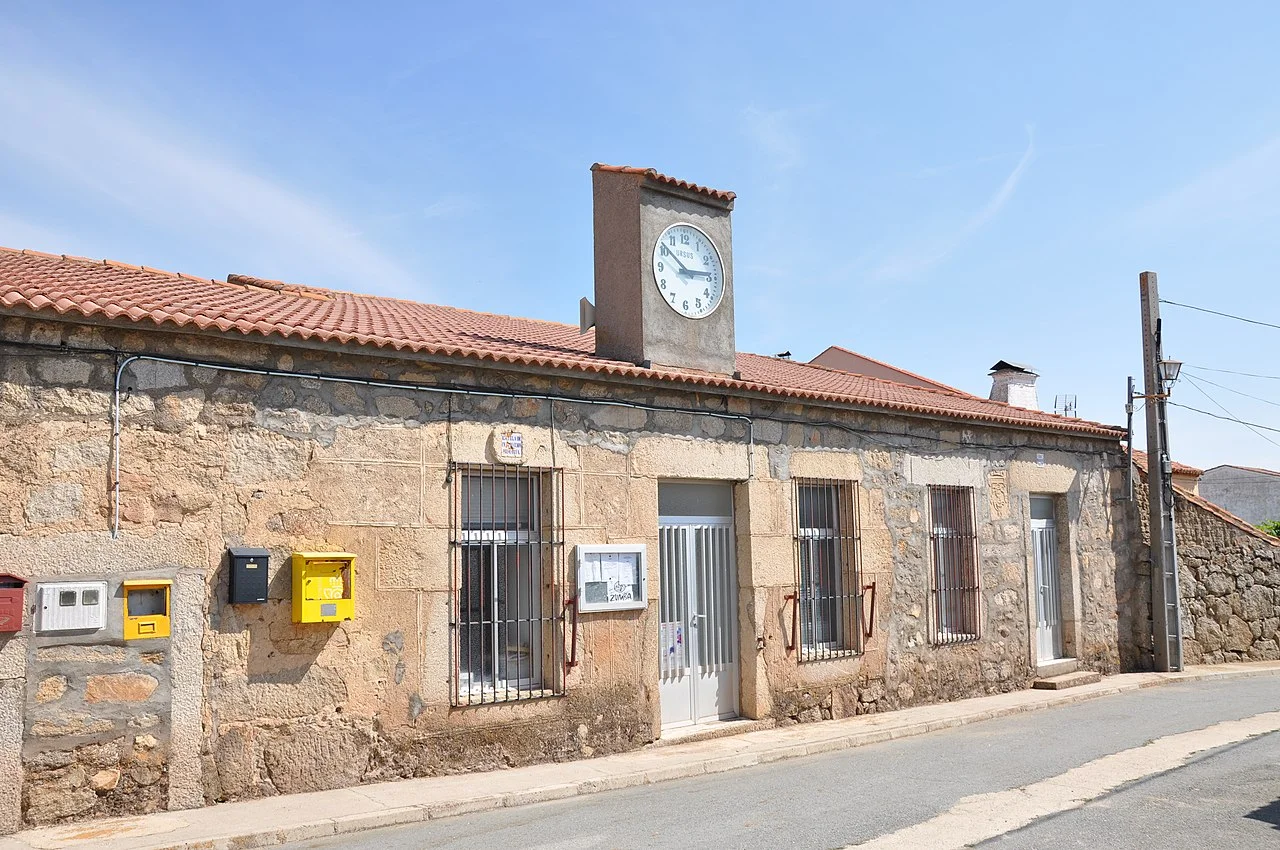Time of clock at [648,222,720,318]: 2:51
